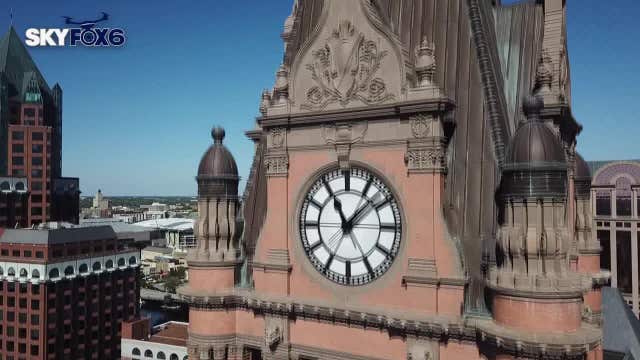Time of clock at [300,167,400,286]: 11:07
